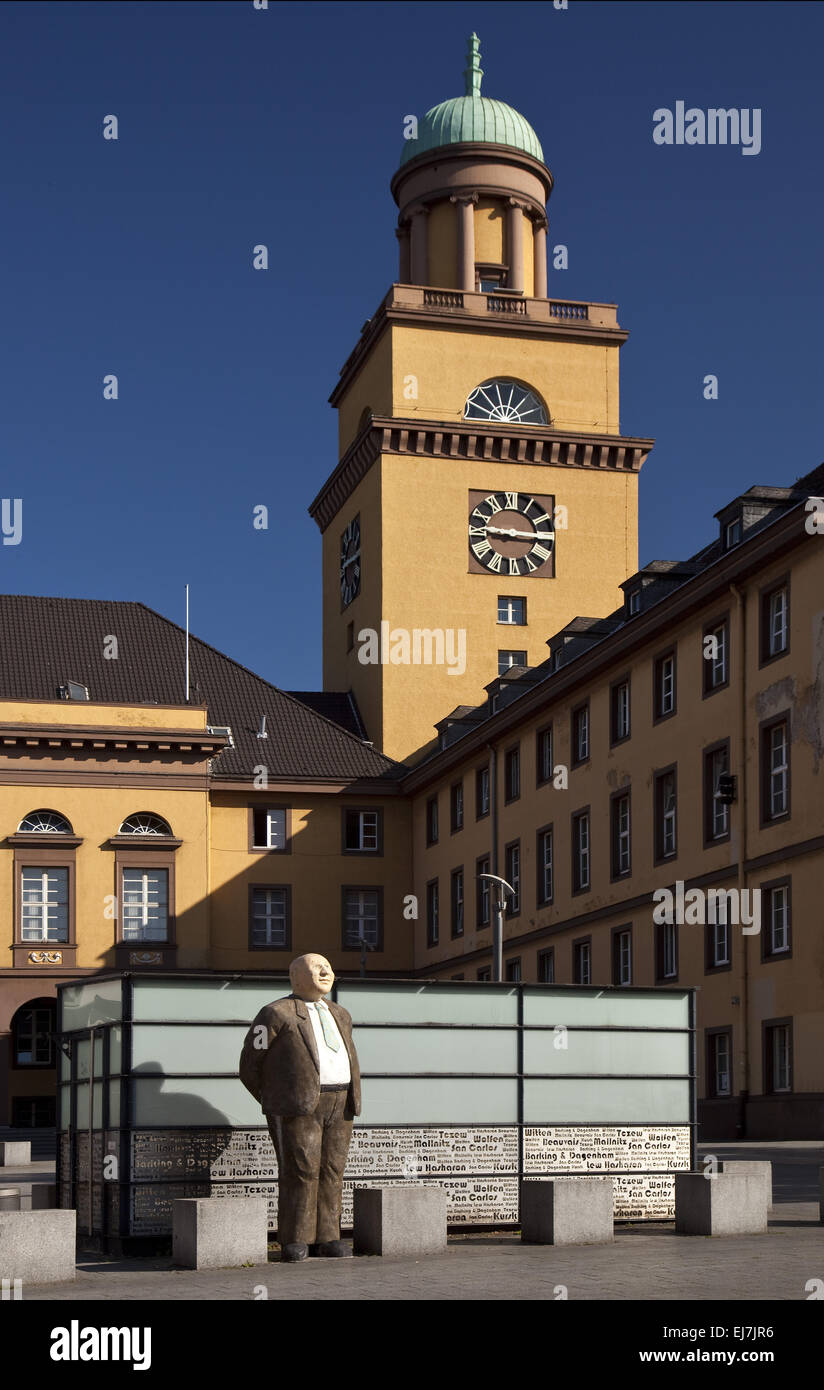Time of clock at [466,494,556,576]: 9:15
